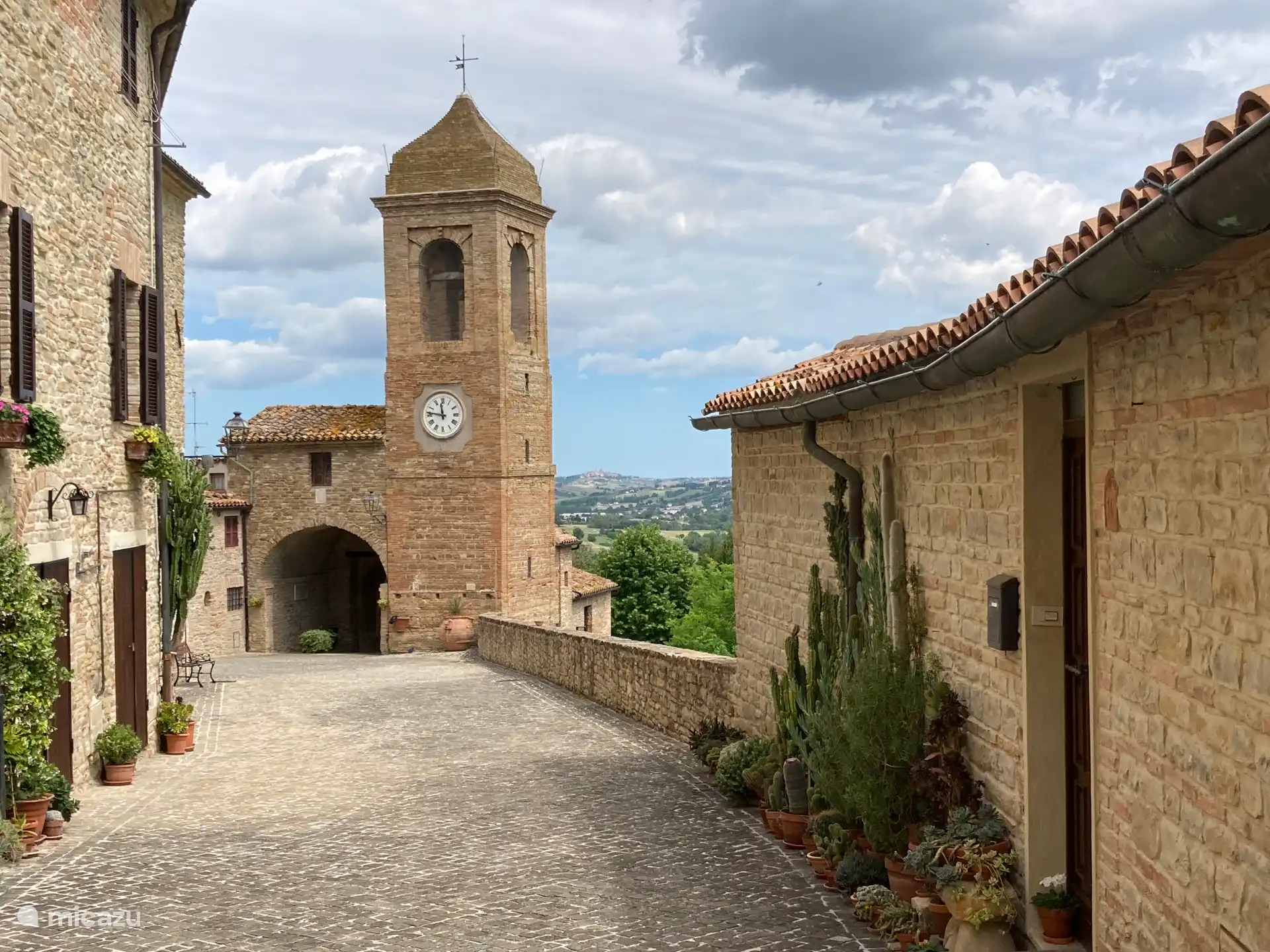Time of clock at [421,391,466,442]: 11:46
